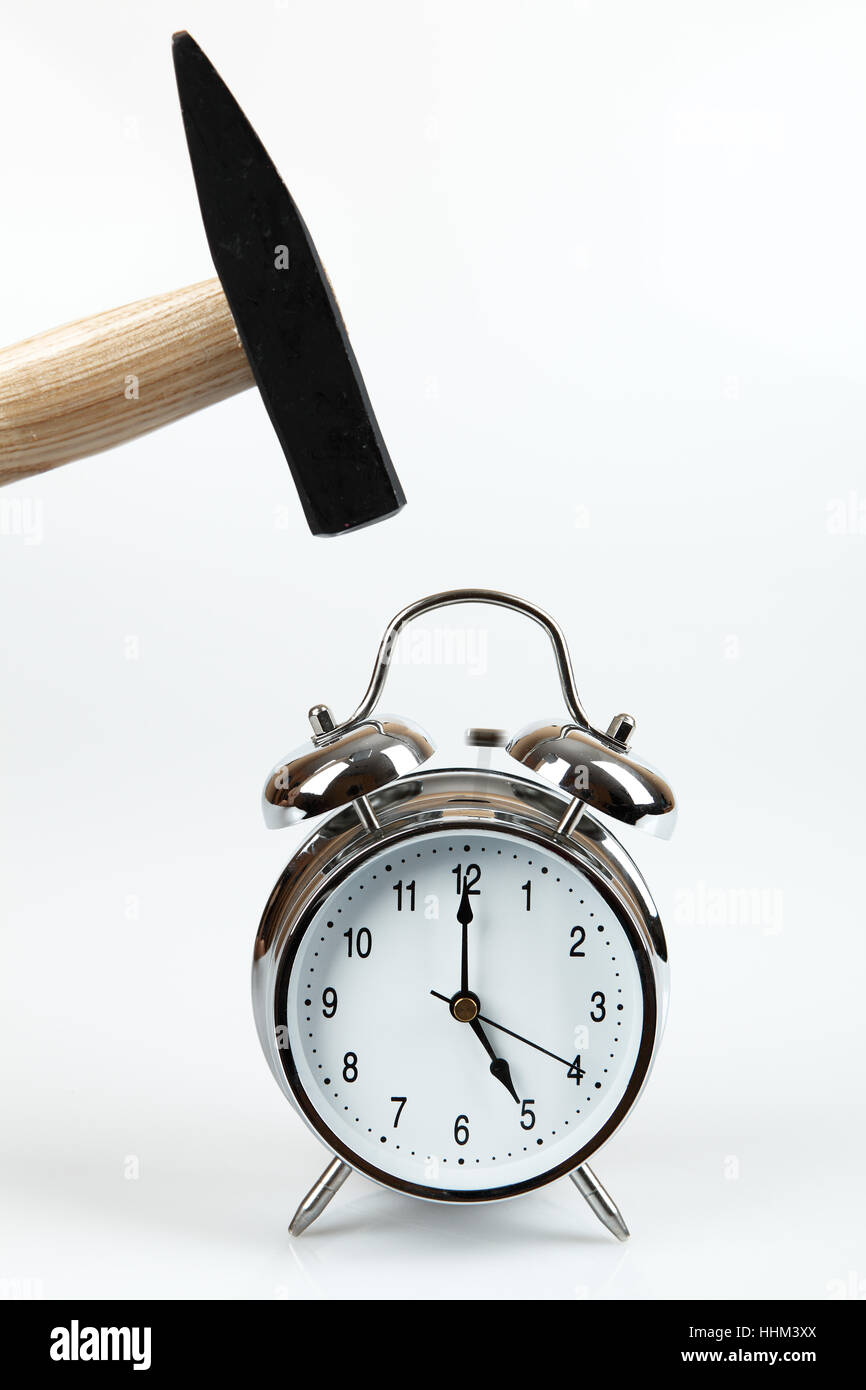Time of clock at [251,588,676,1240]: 5:00
